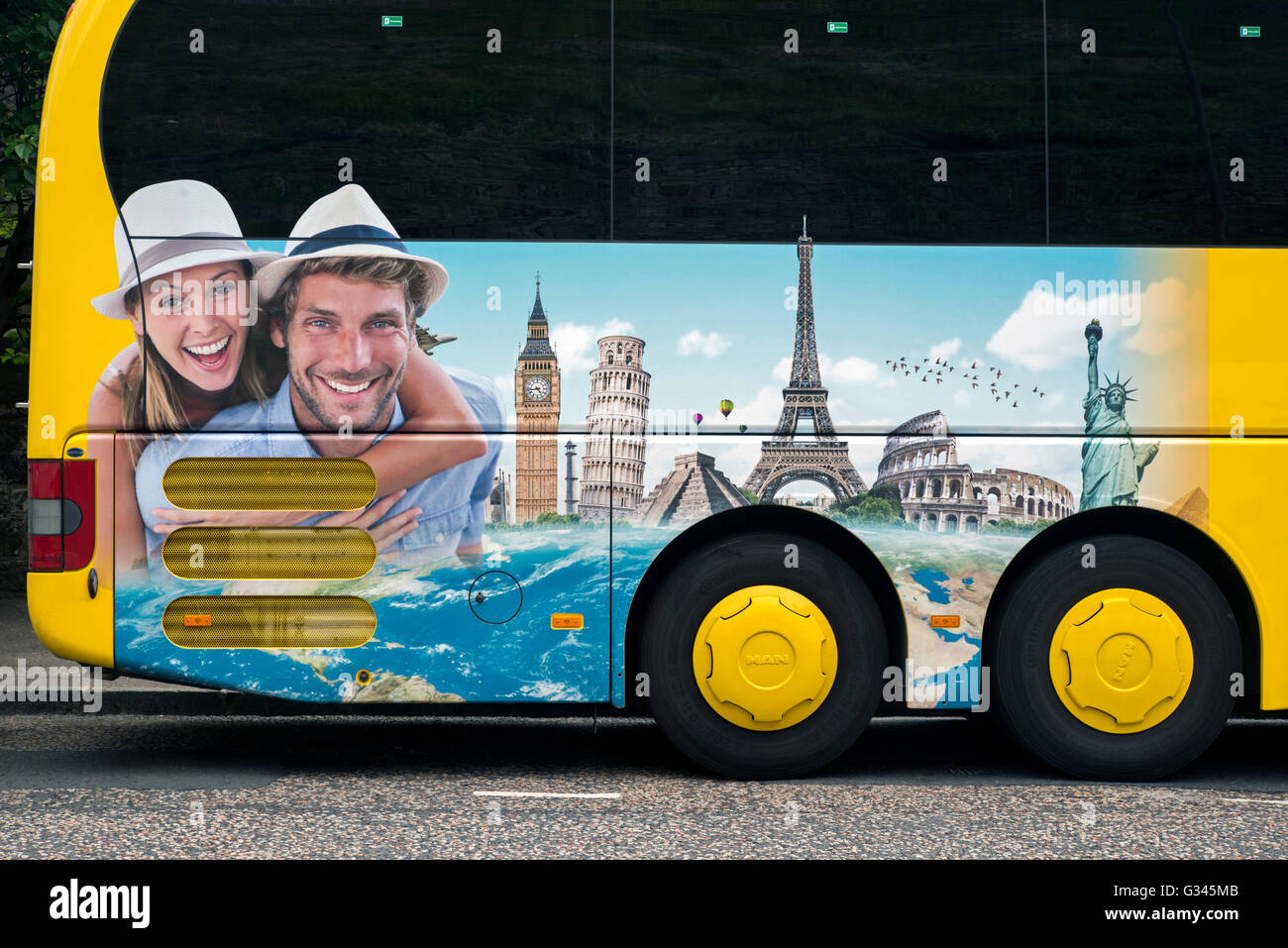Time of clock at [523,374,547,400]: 4:42
